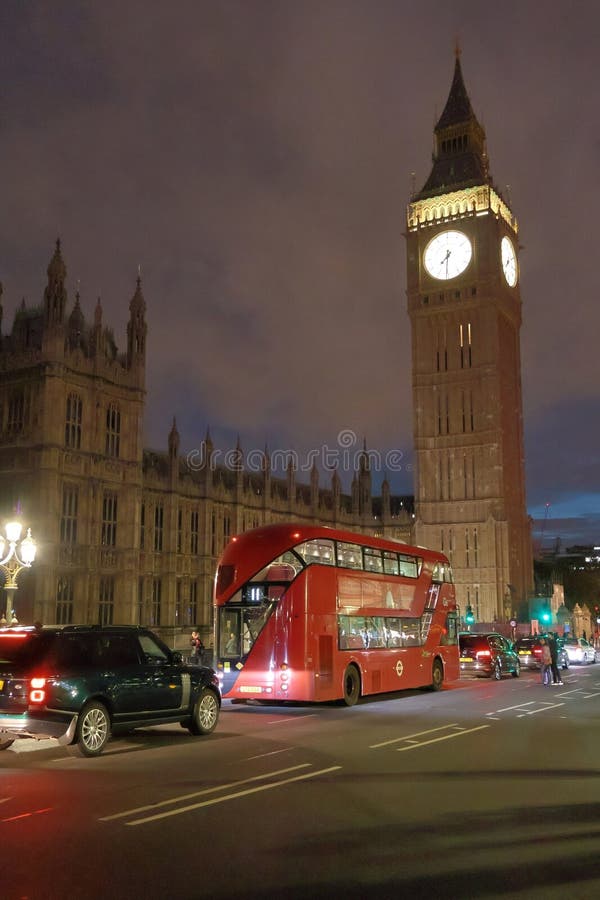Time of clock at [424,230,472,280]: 7:30
